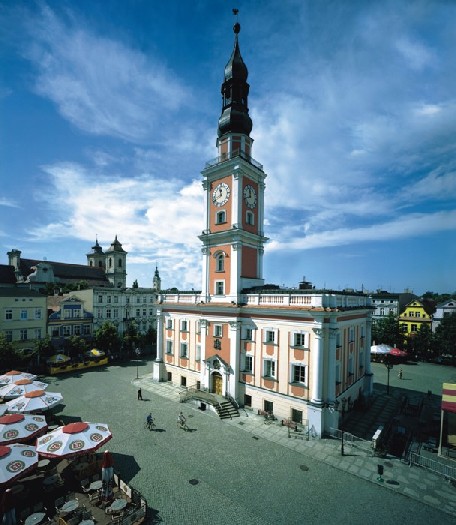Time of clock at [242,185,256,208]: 11:41
